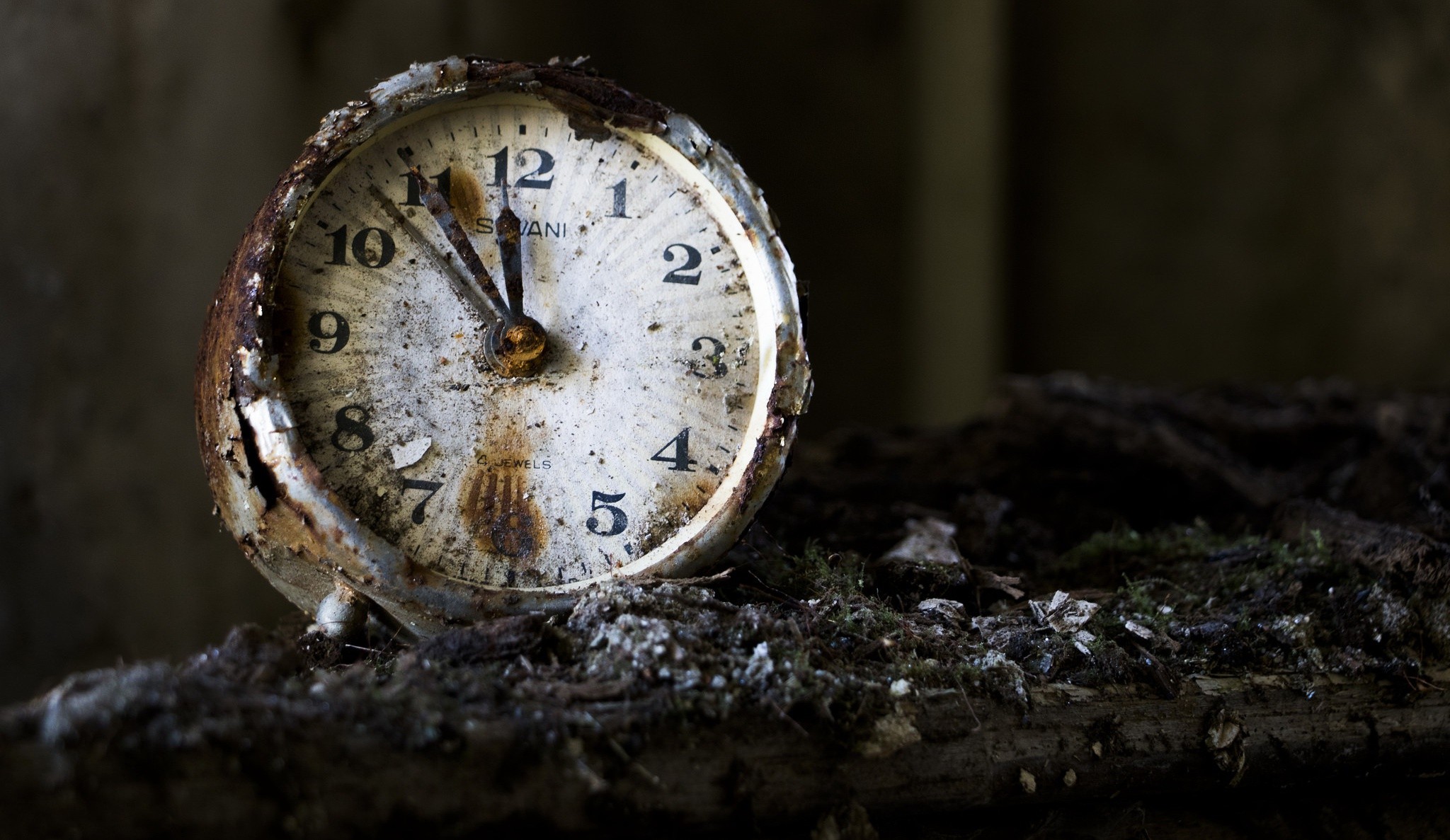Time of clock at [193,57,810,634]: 11:53
